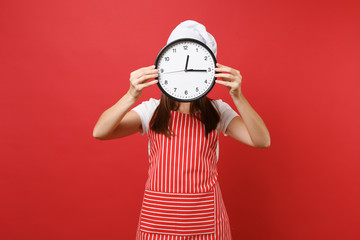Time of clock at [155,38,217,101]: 12:15
